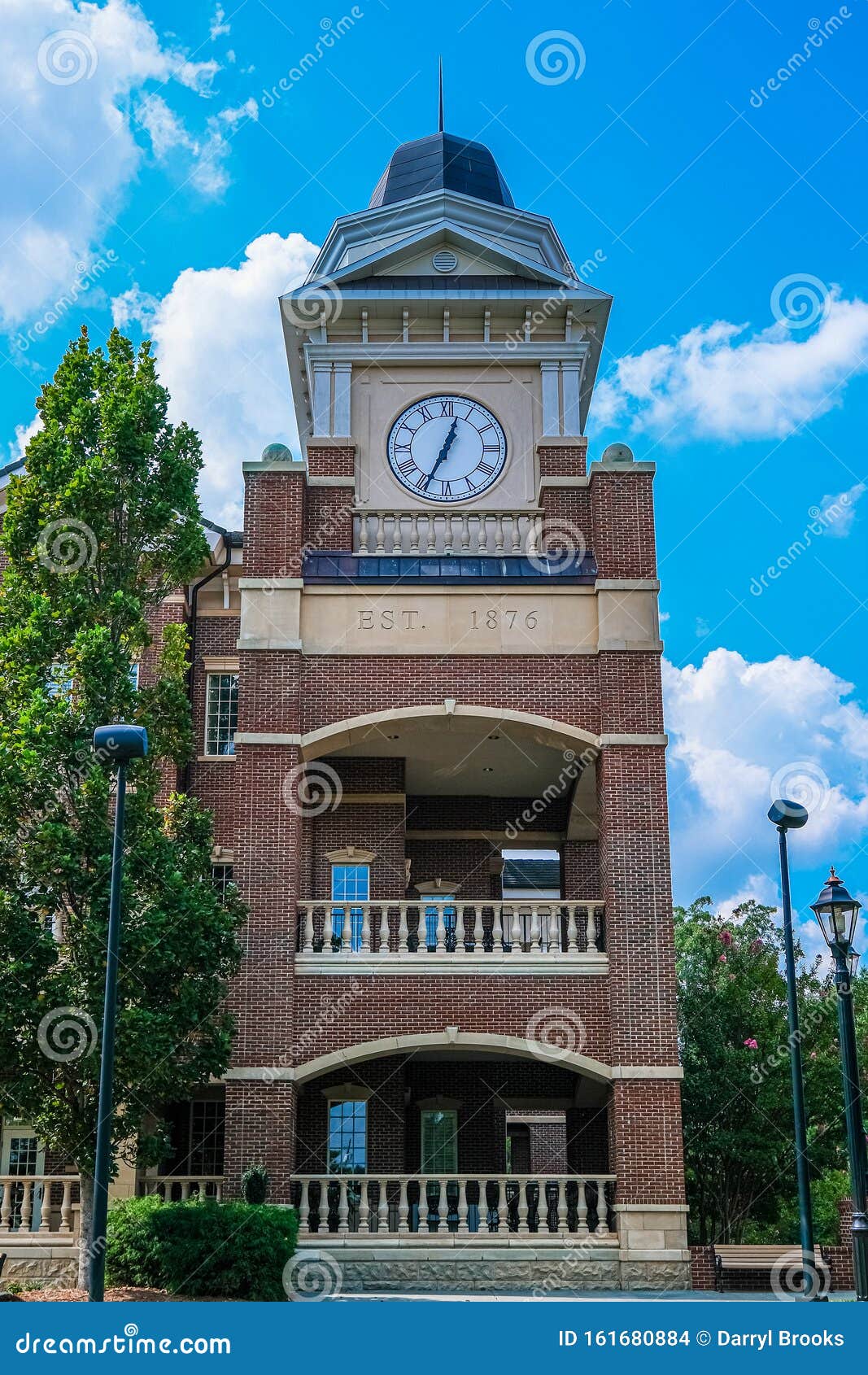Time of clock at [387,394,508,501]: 12:34
